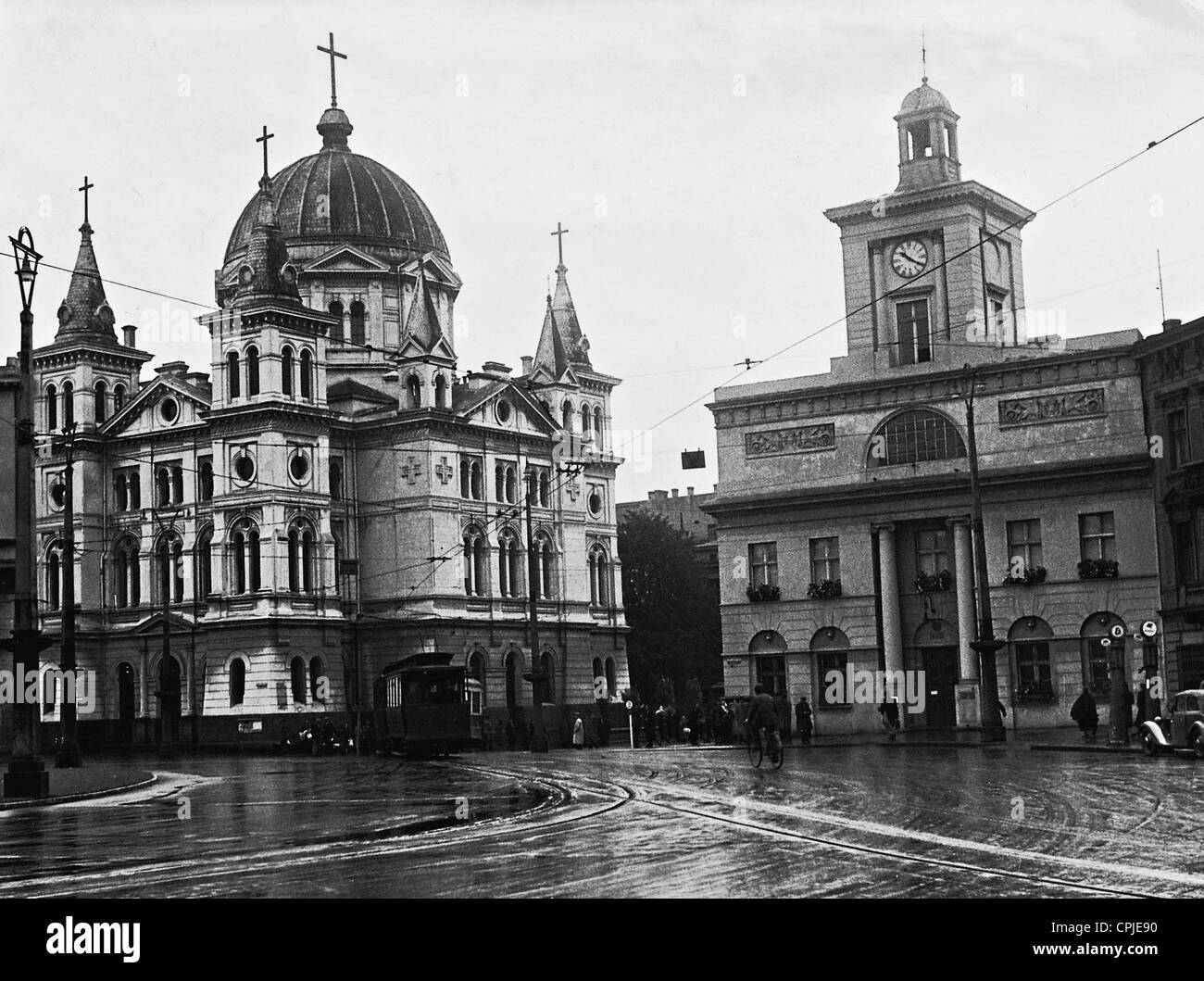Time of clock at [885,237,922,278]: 10:20
